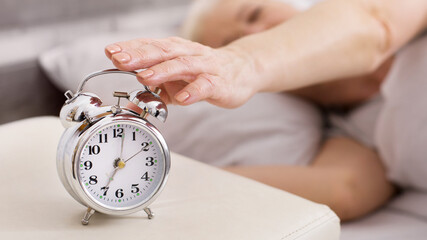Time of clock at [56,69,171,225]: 7:01
